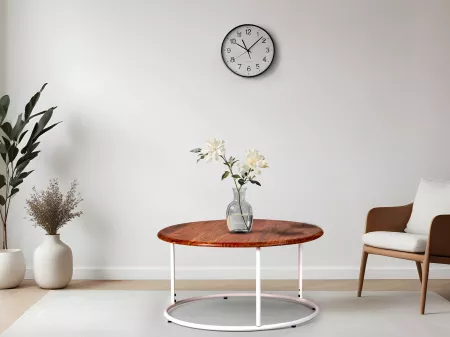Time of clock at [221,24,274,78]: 11:07
